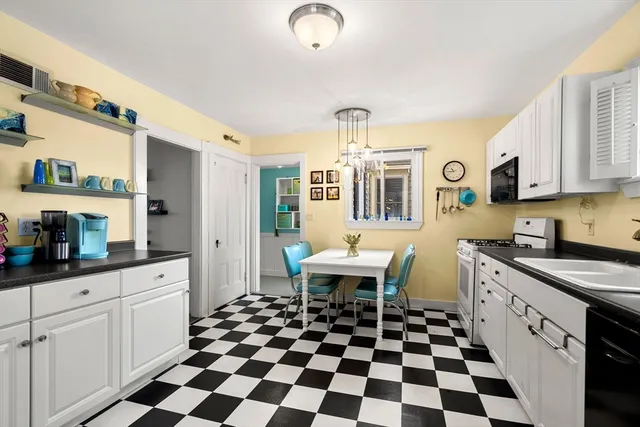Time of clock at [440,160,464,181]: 10:44
